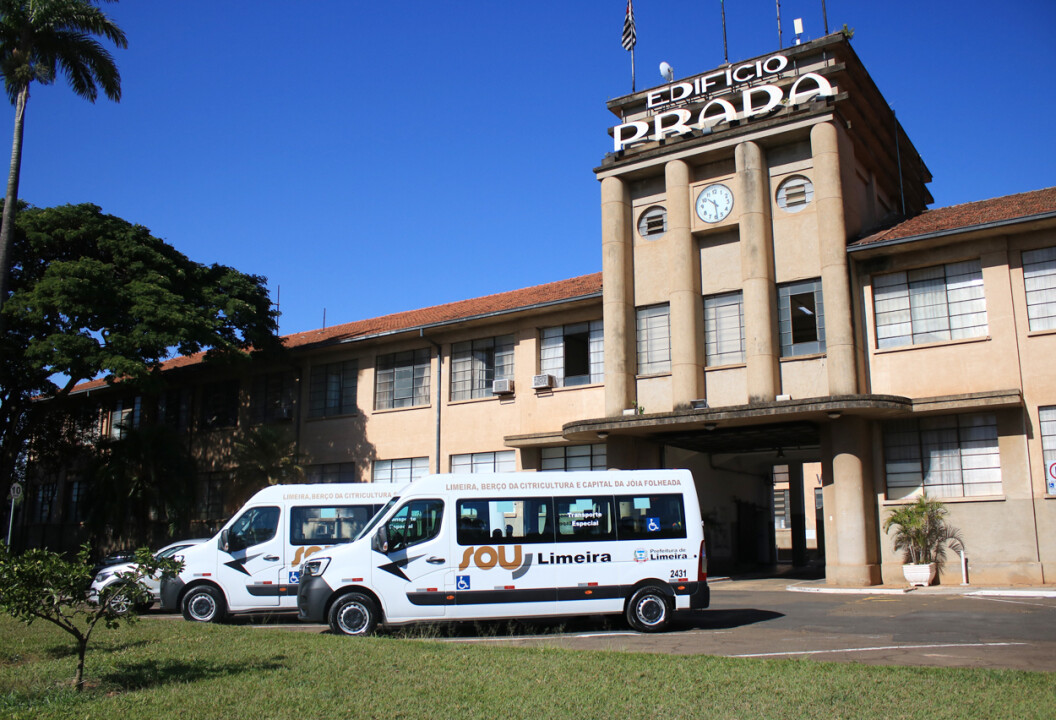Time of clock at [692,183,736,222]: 10:28
